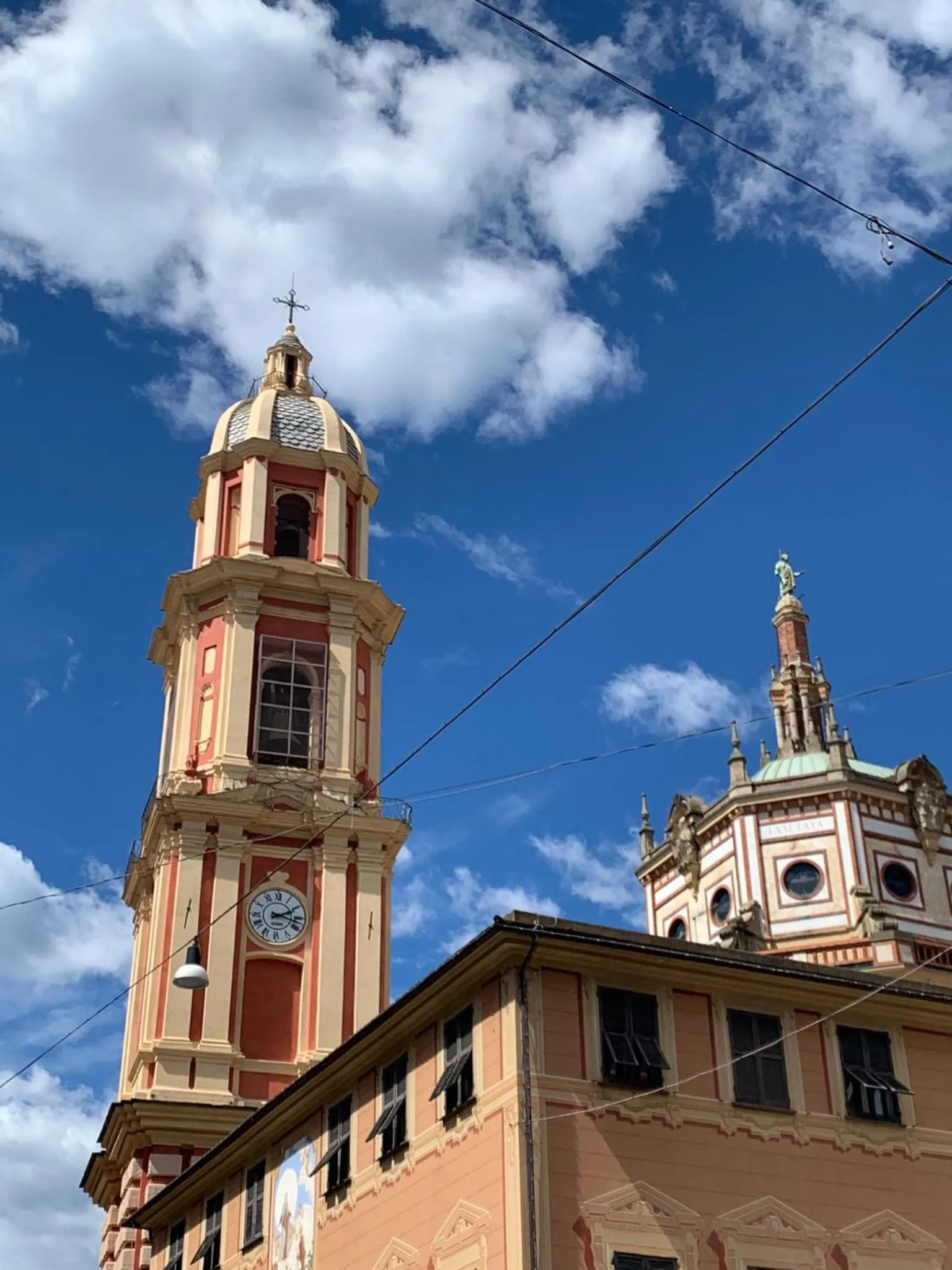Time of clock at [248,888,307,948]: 2:17
